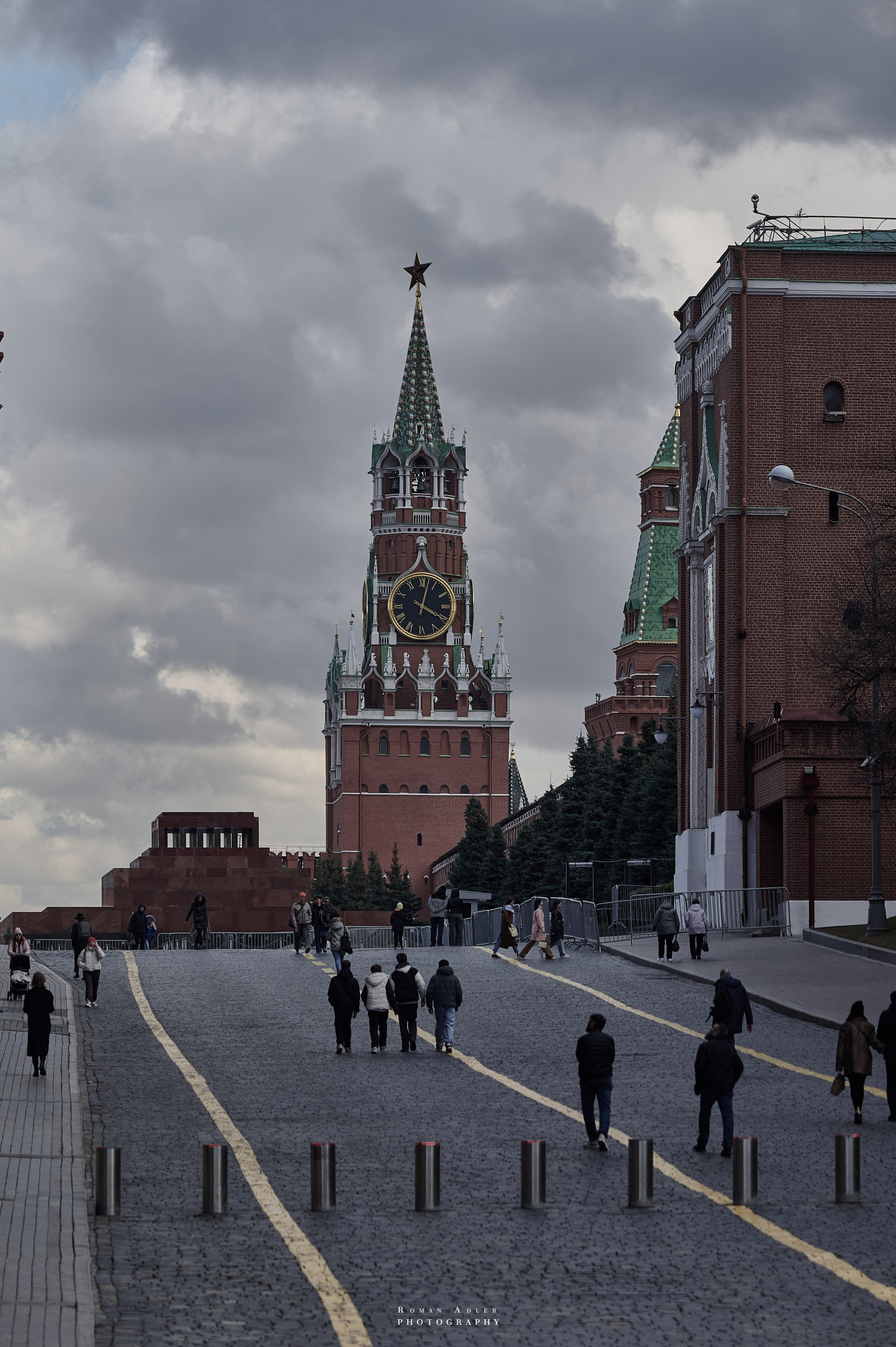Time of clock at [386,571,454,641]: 4:02
